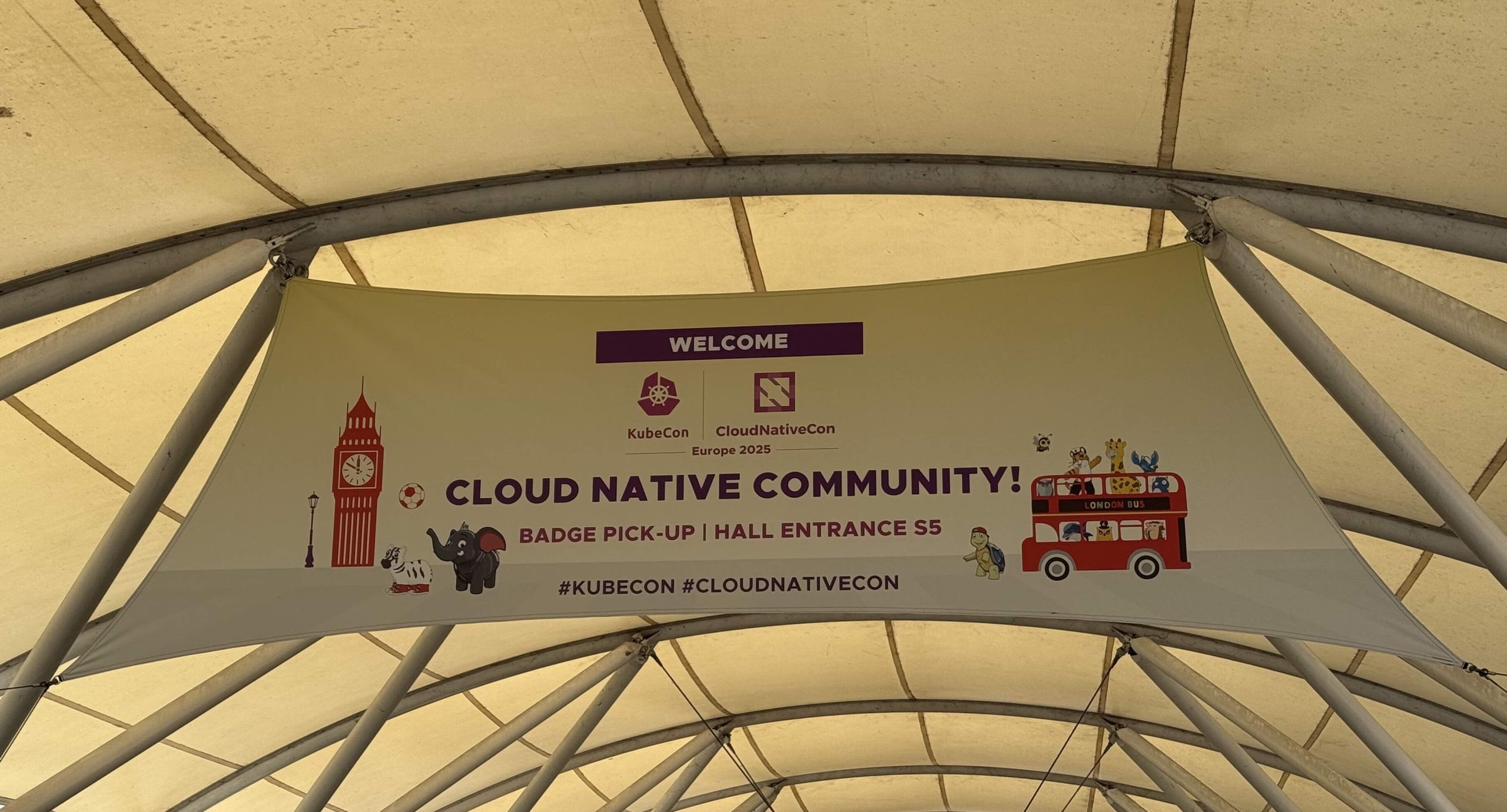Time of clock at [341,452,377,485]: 10:00
